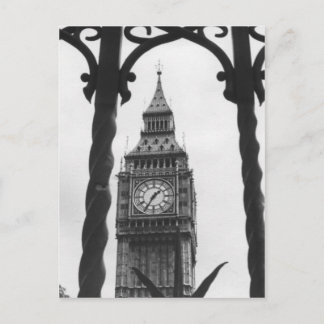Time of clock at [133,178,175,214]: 1:35
